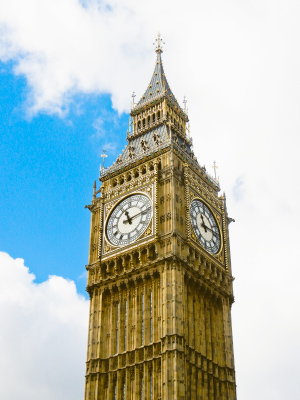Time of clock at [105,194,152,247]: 11:13
